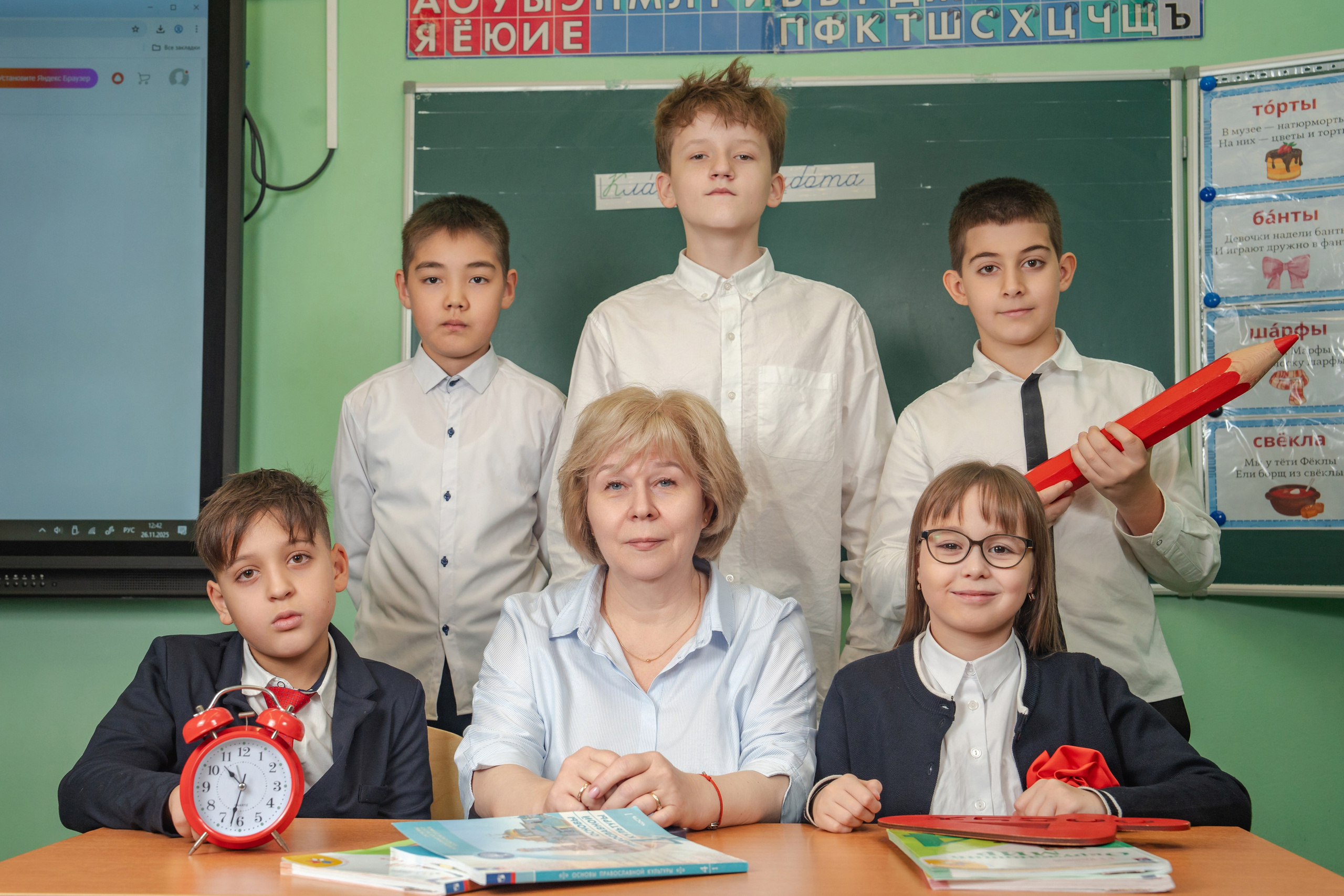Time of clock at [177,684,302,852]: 10:32
